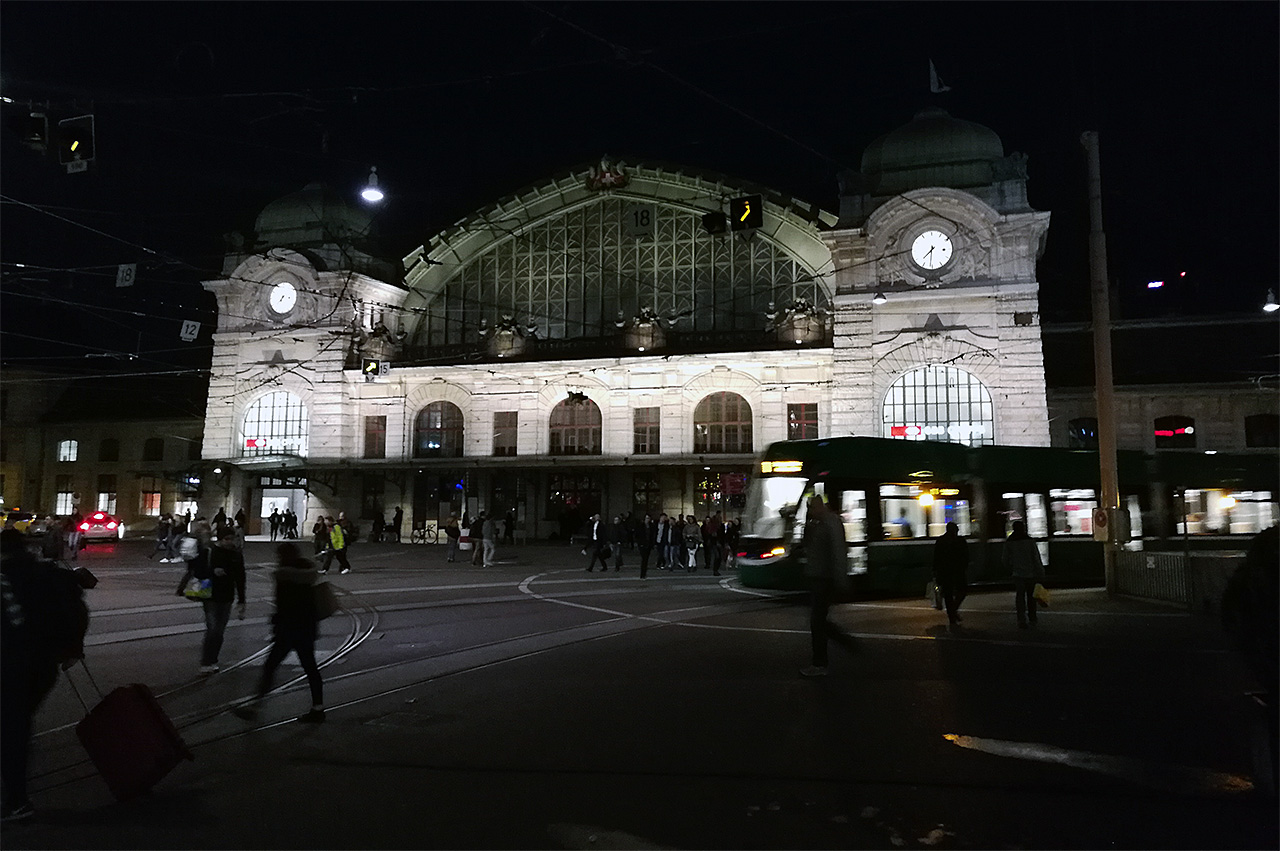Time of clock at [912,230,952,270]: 7:31
